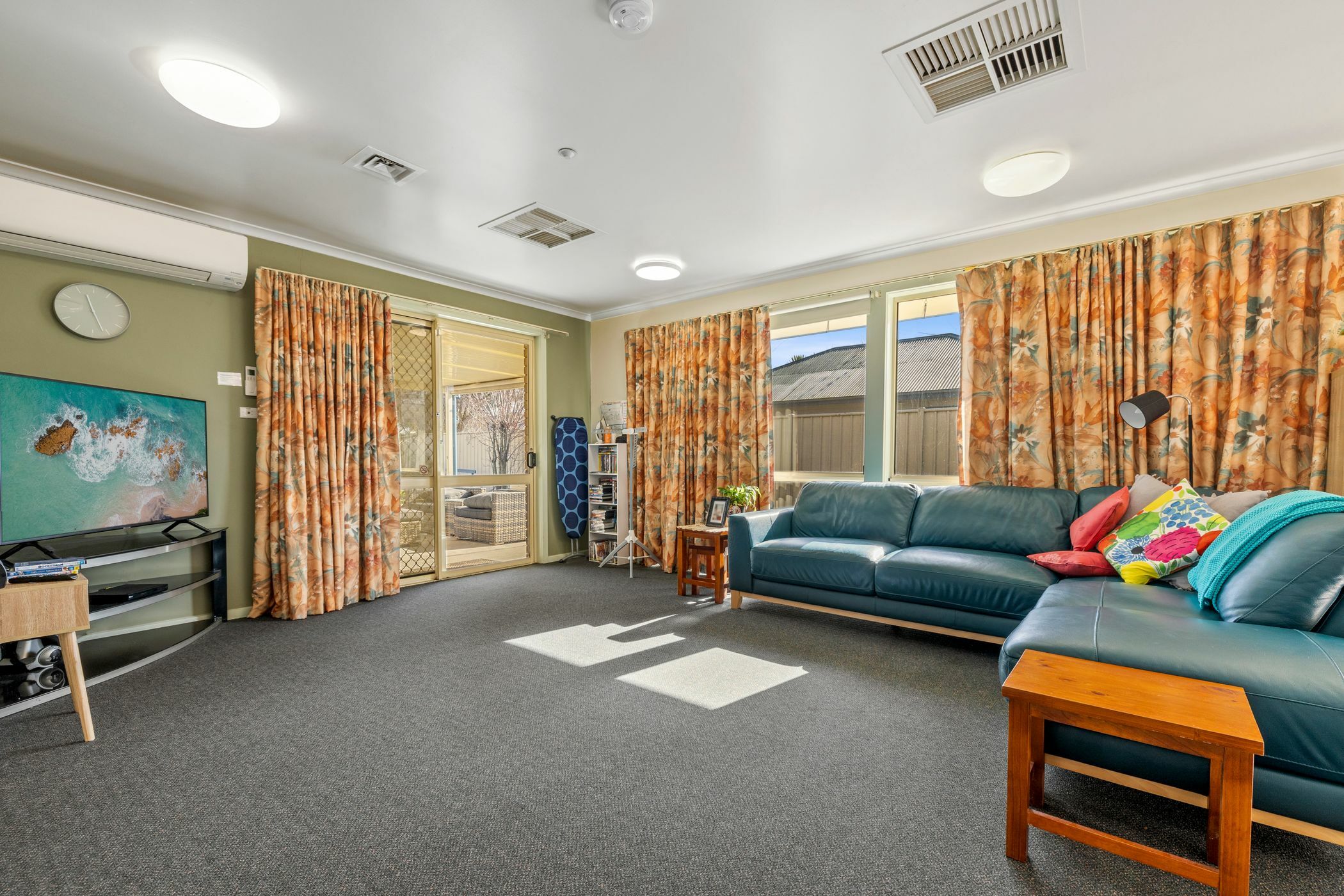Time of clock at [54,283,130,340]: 11:26
